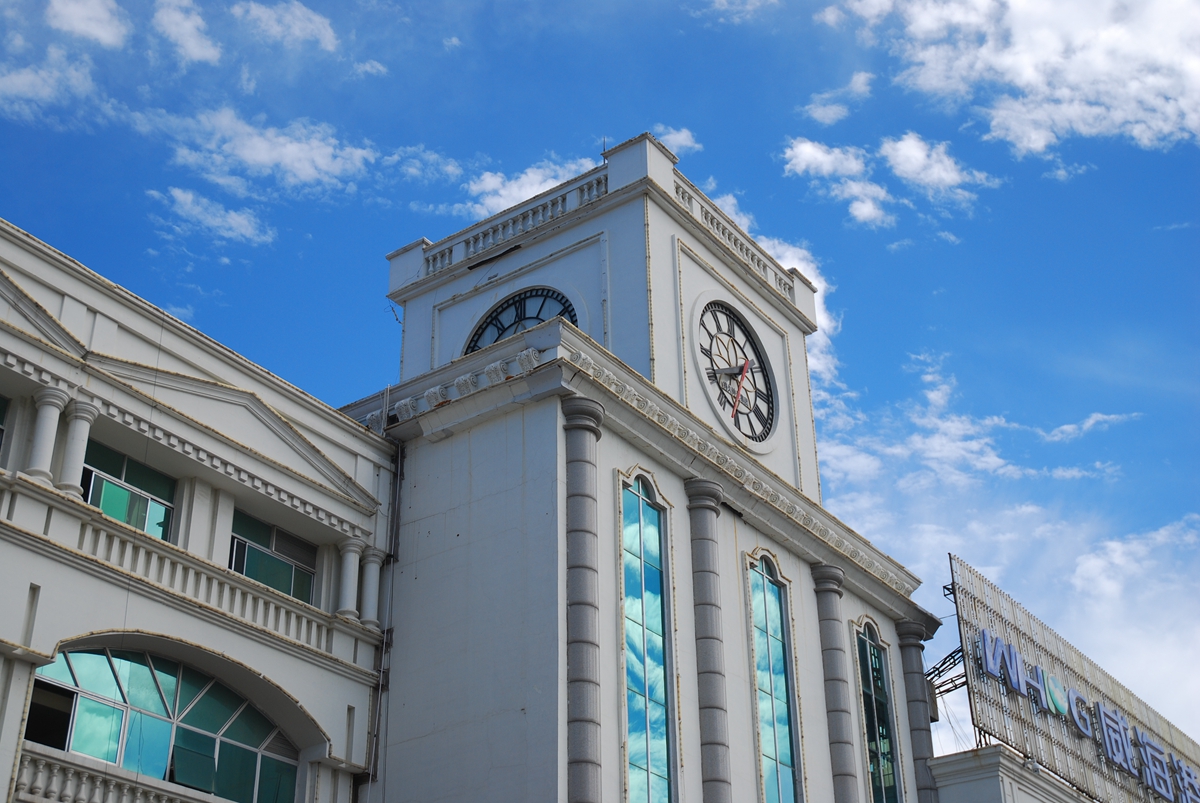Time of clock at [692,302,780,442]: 1:40
